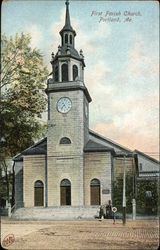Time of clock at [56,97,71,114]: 7:24
